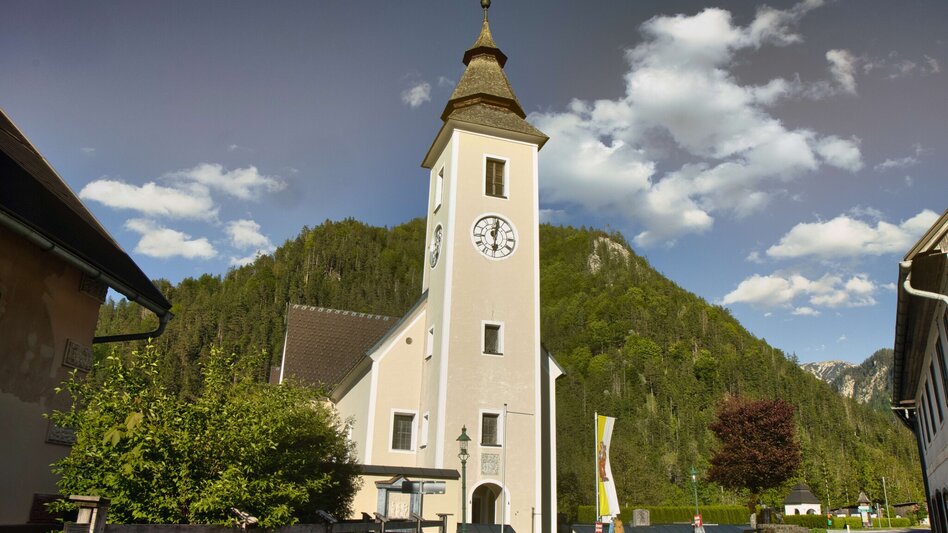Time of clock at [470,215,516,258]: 6:01
